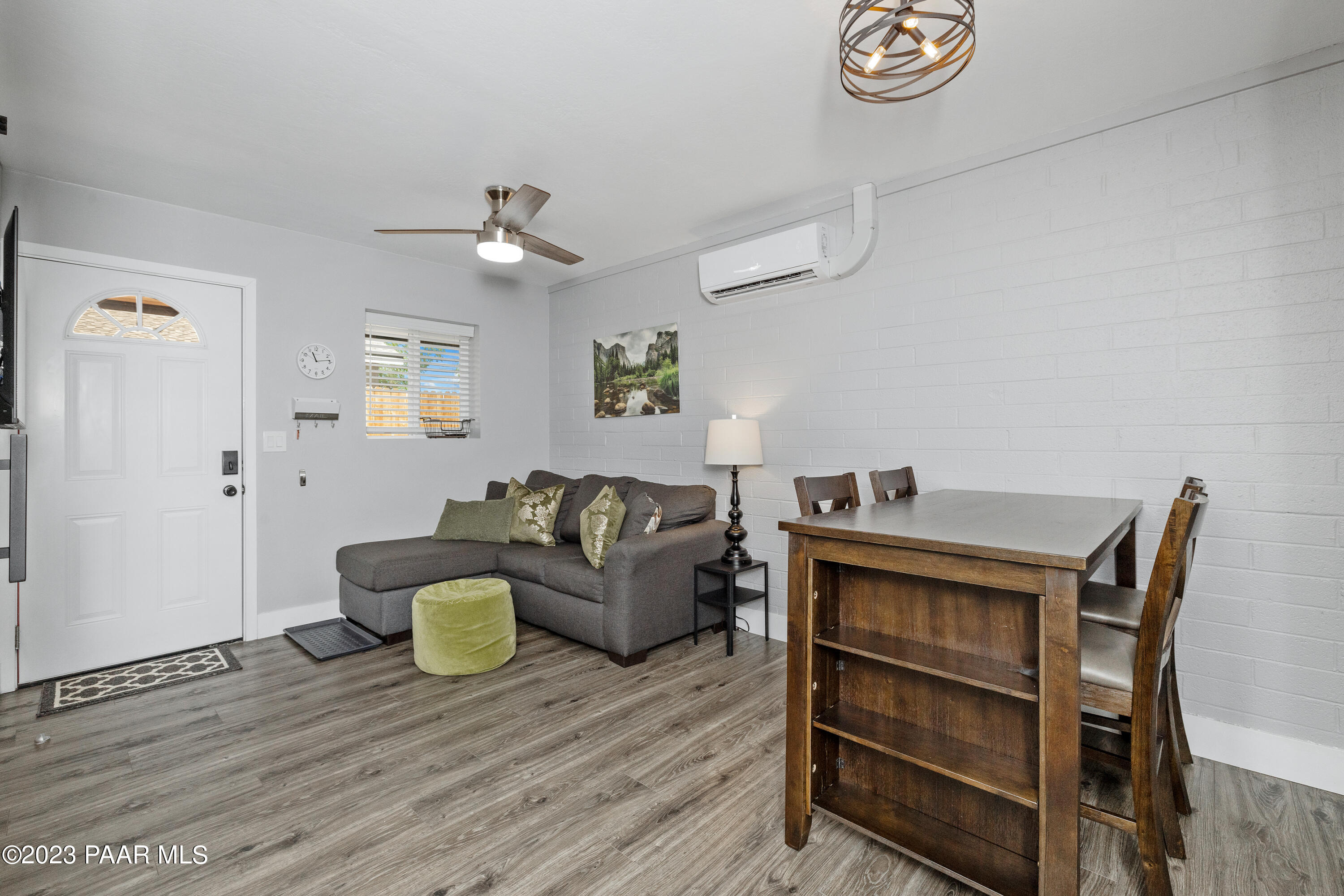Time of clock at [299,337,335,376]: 11:13
